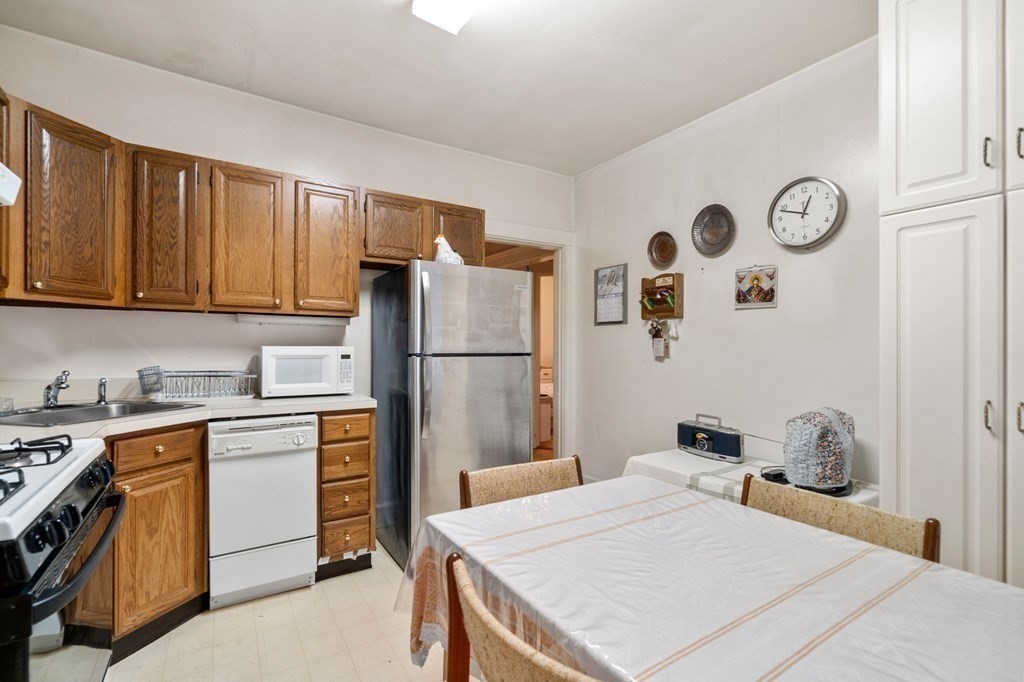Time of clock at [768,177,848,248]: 12:48
